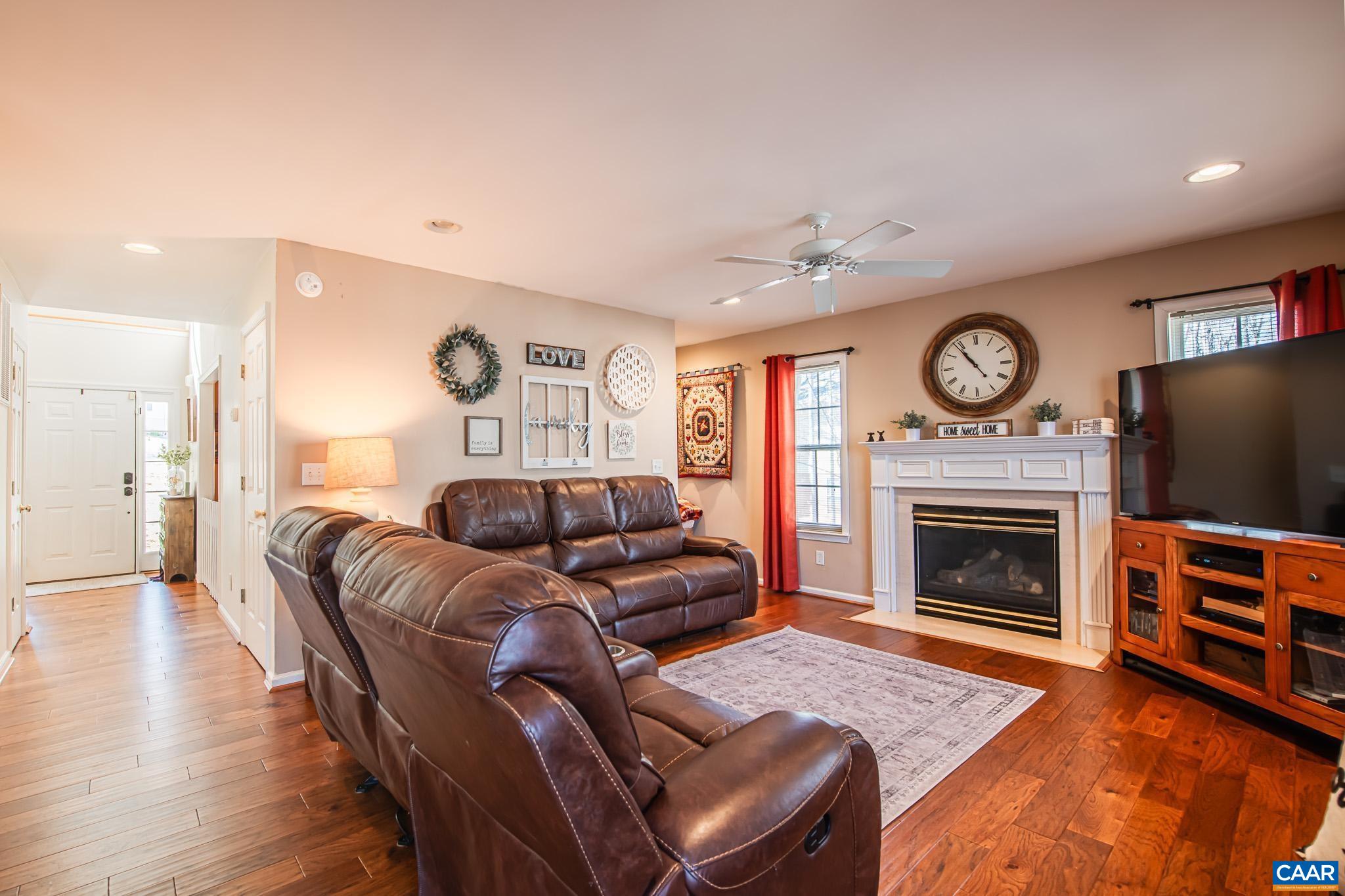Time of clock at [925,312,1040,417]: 10:53
